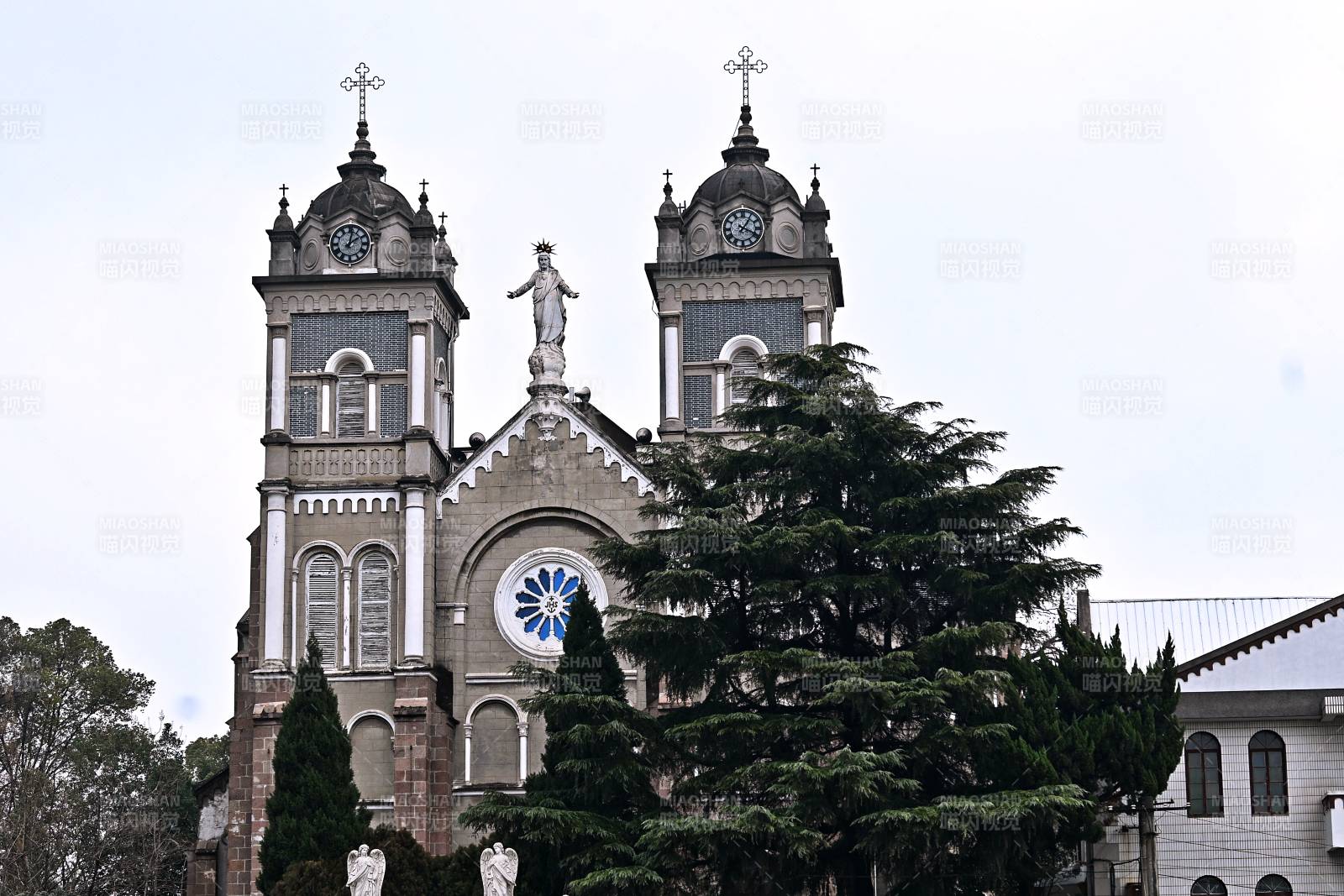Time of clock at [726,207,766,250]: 1:18
